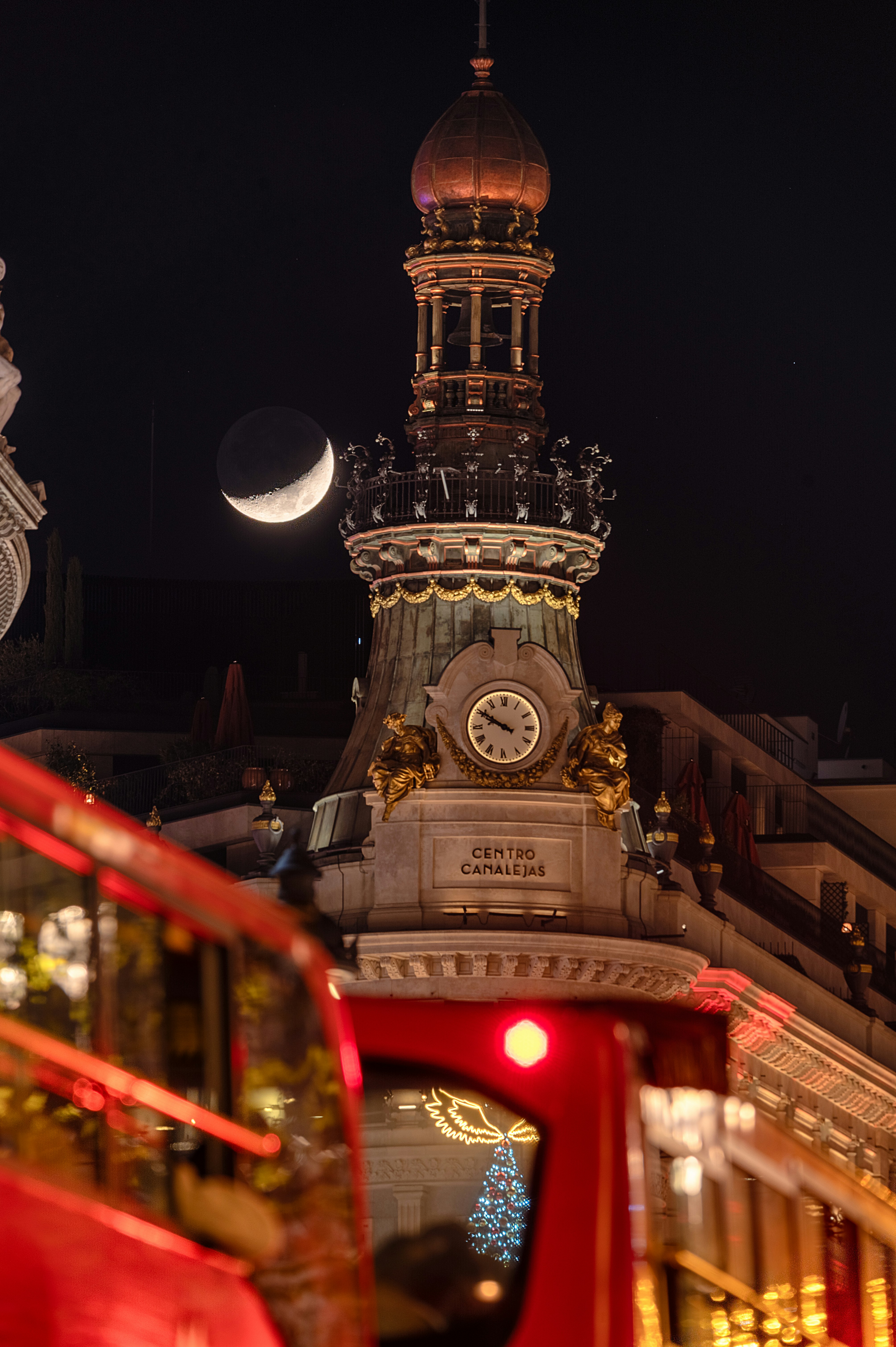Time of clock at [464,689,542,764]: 9:50
